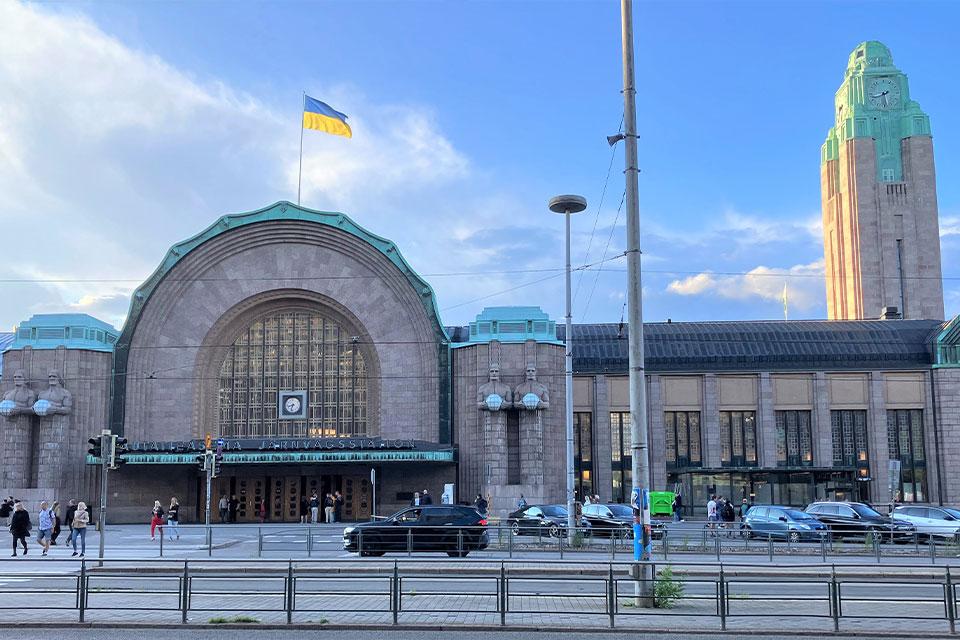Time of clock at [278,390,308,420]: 8:32
